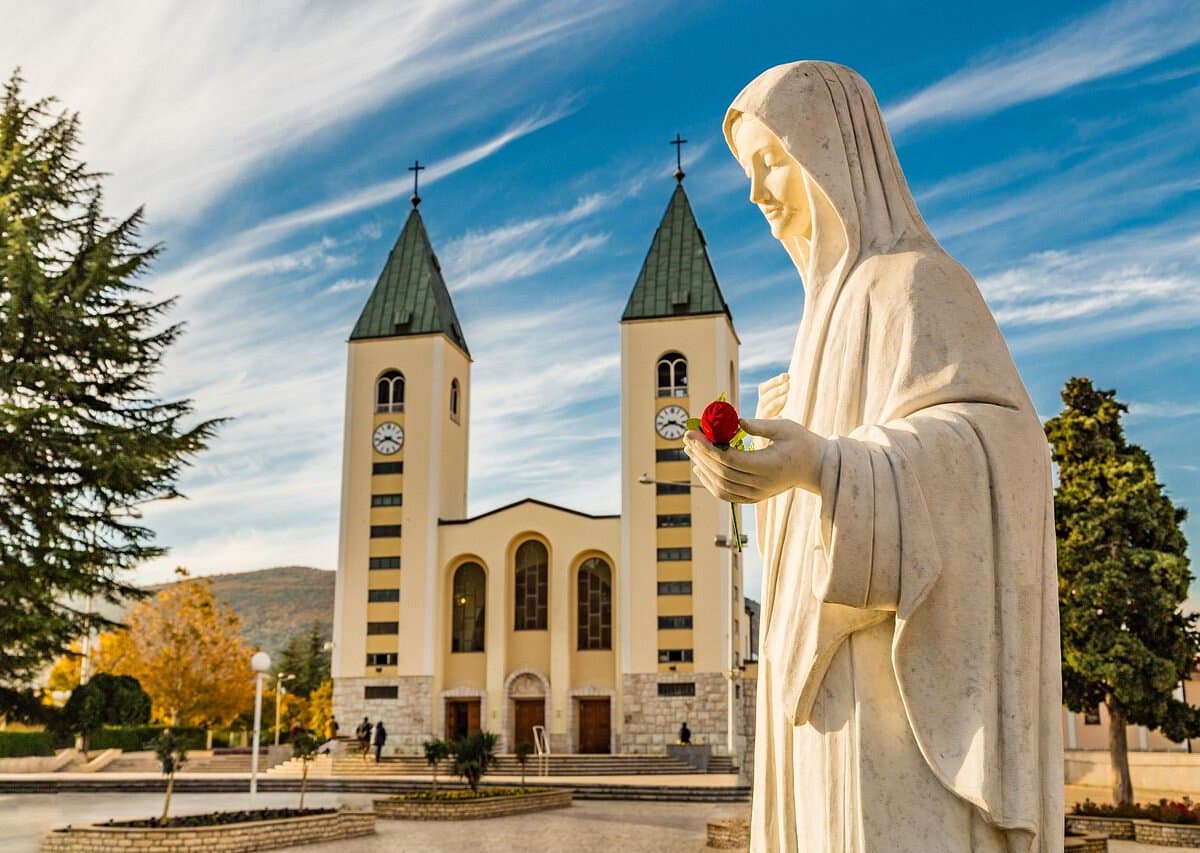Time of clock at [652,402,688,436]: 8:18
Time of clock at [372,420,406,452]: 8:19
